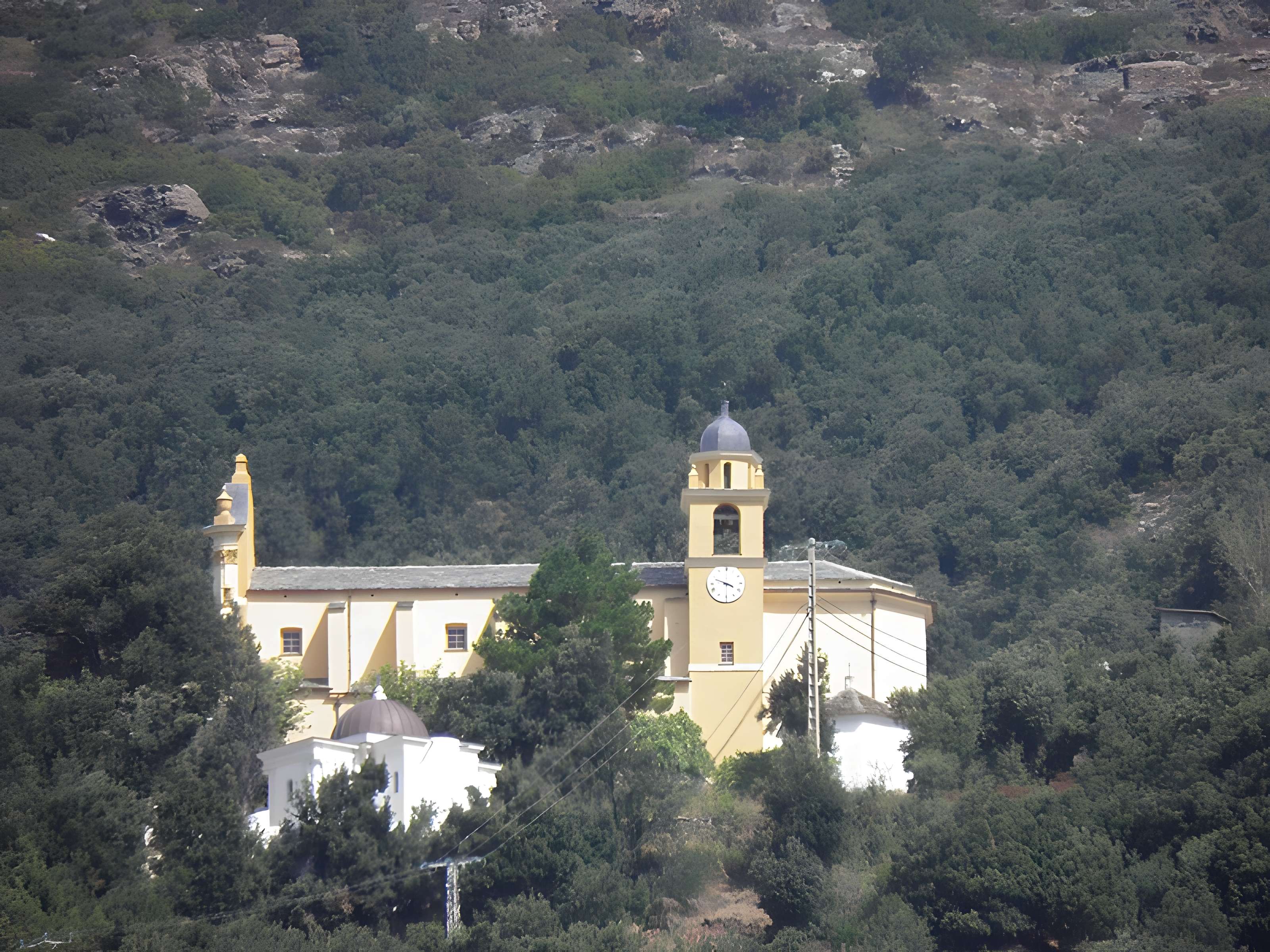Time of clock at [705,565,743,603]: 3:48
